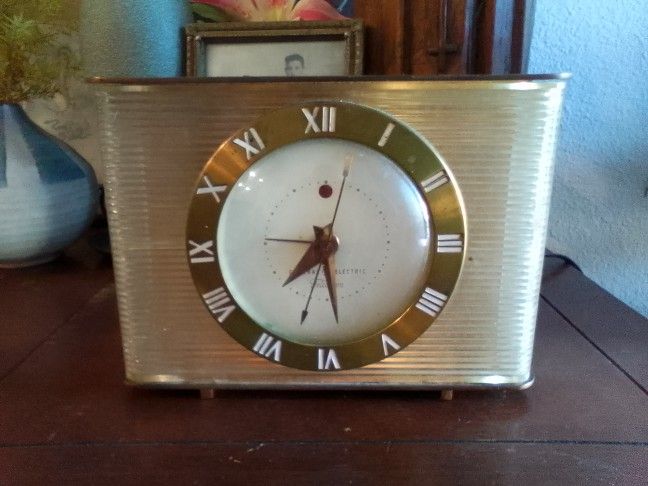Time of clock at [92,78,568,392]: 7:28
